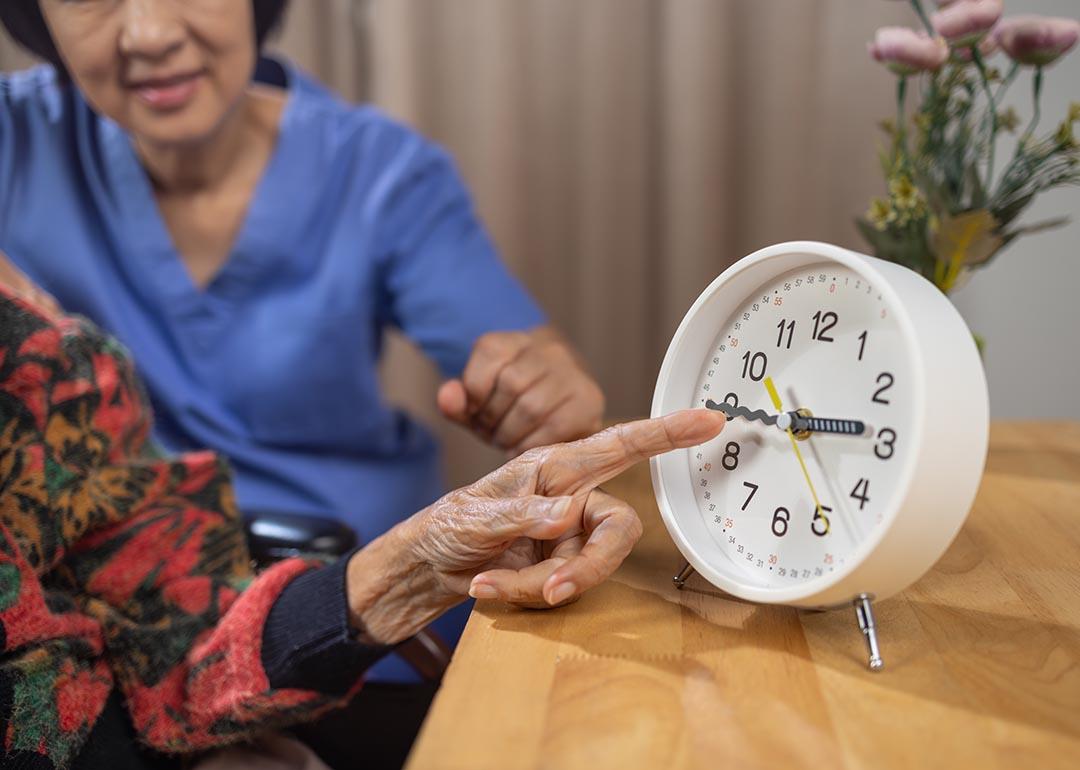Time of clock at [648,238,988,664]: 2:44
